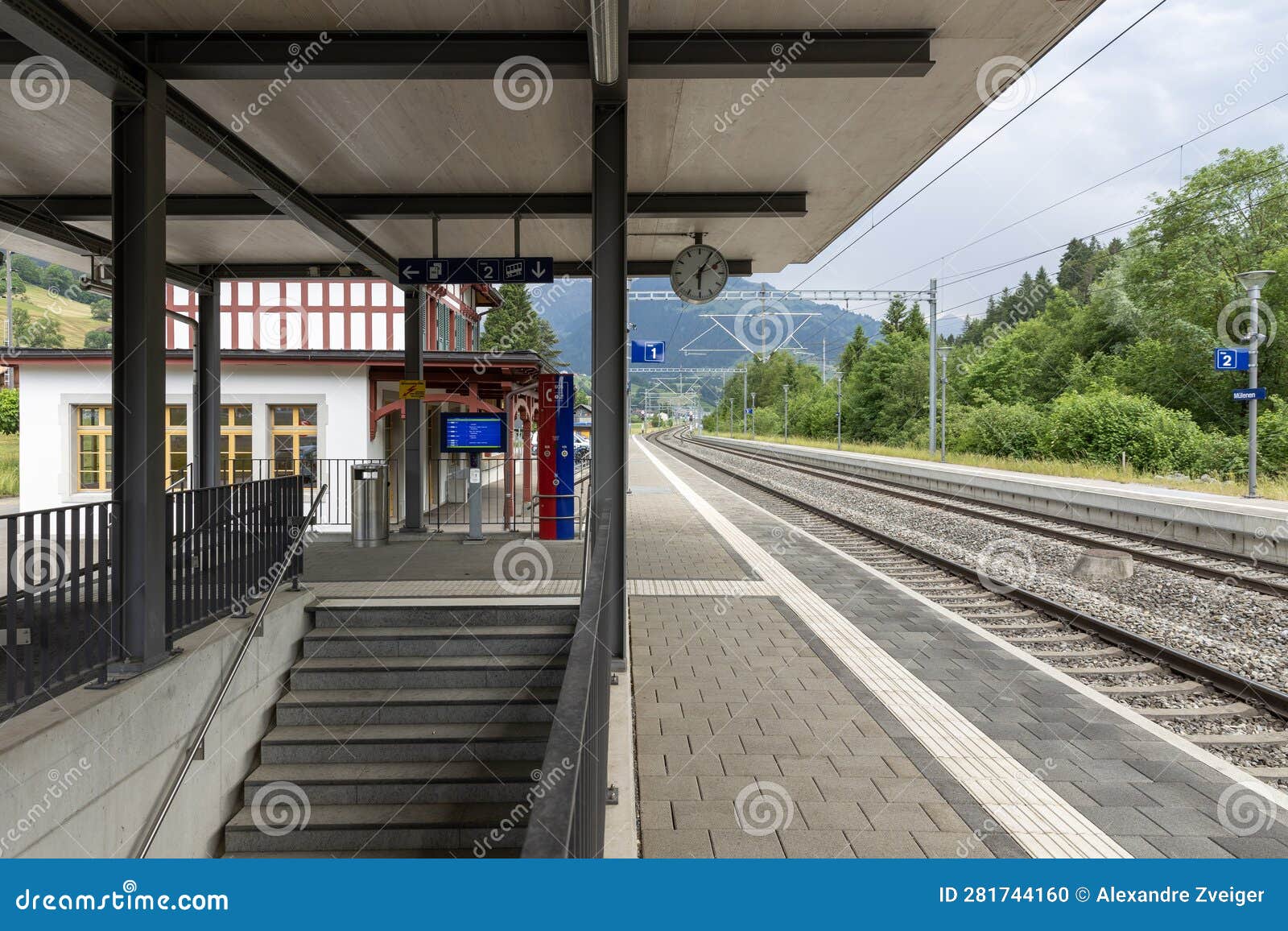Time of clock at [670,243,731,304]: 6:05
